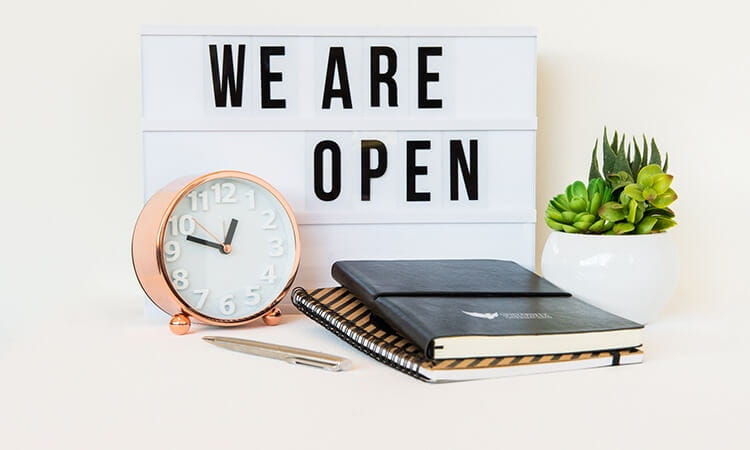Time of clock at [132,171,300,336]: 12:47
